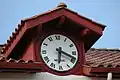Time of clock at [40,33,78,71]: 6:18
